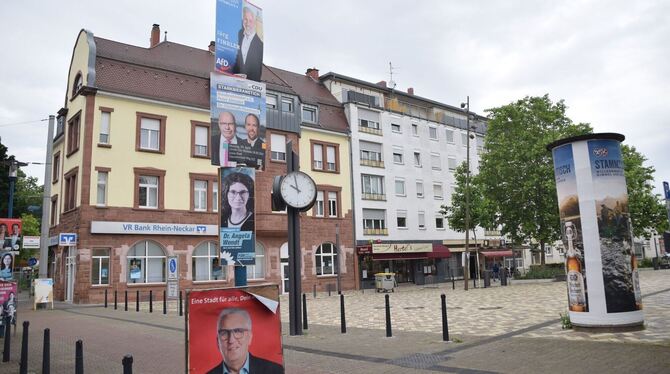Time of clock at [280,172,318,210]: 9:57
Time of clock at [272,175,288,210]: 9:57
